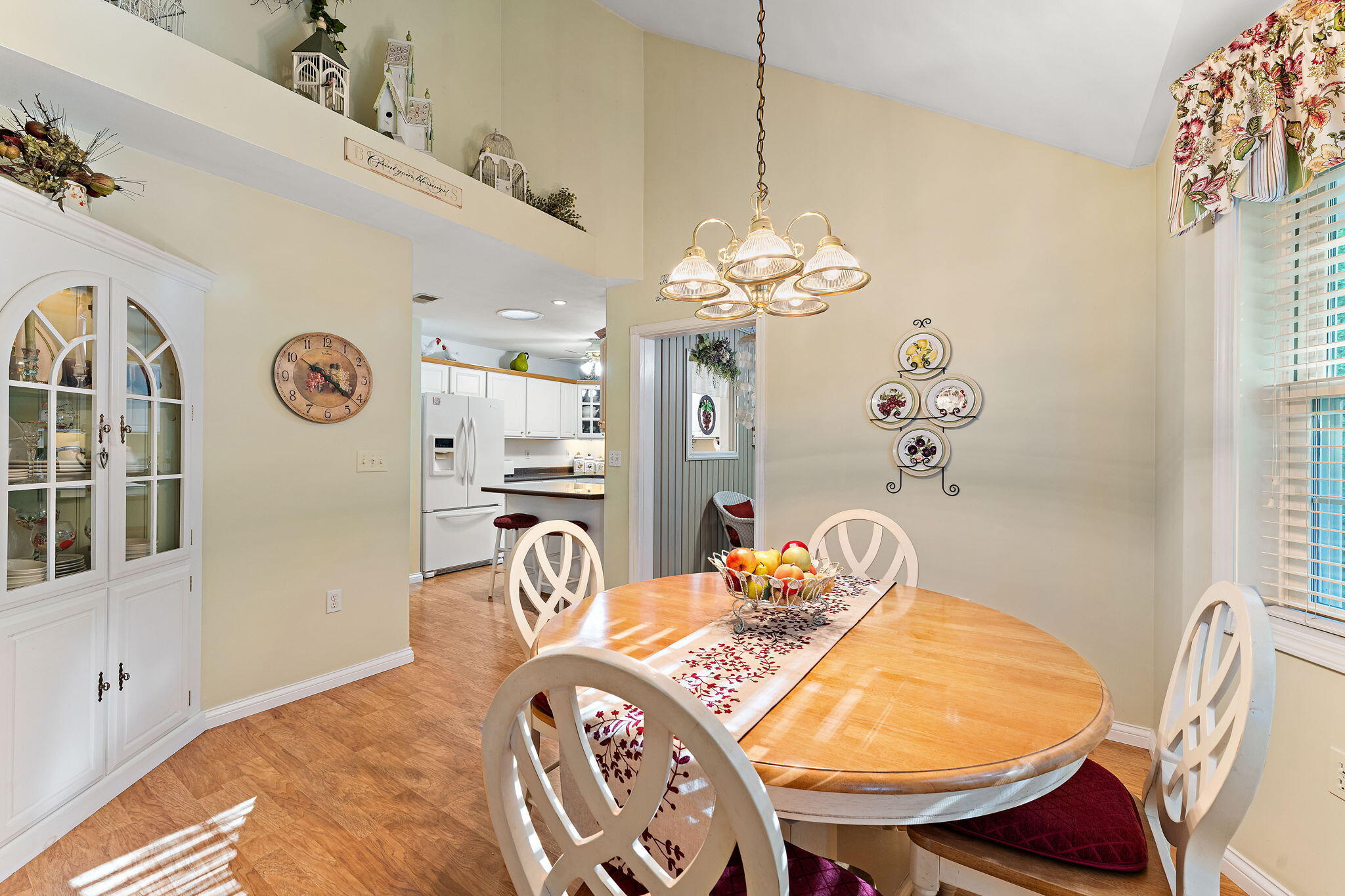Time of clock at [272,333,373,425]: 10:21
